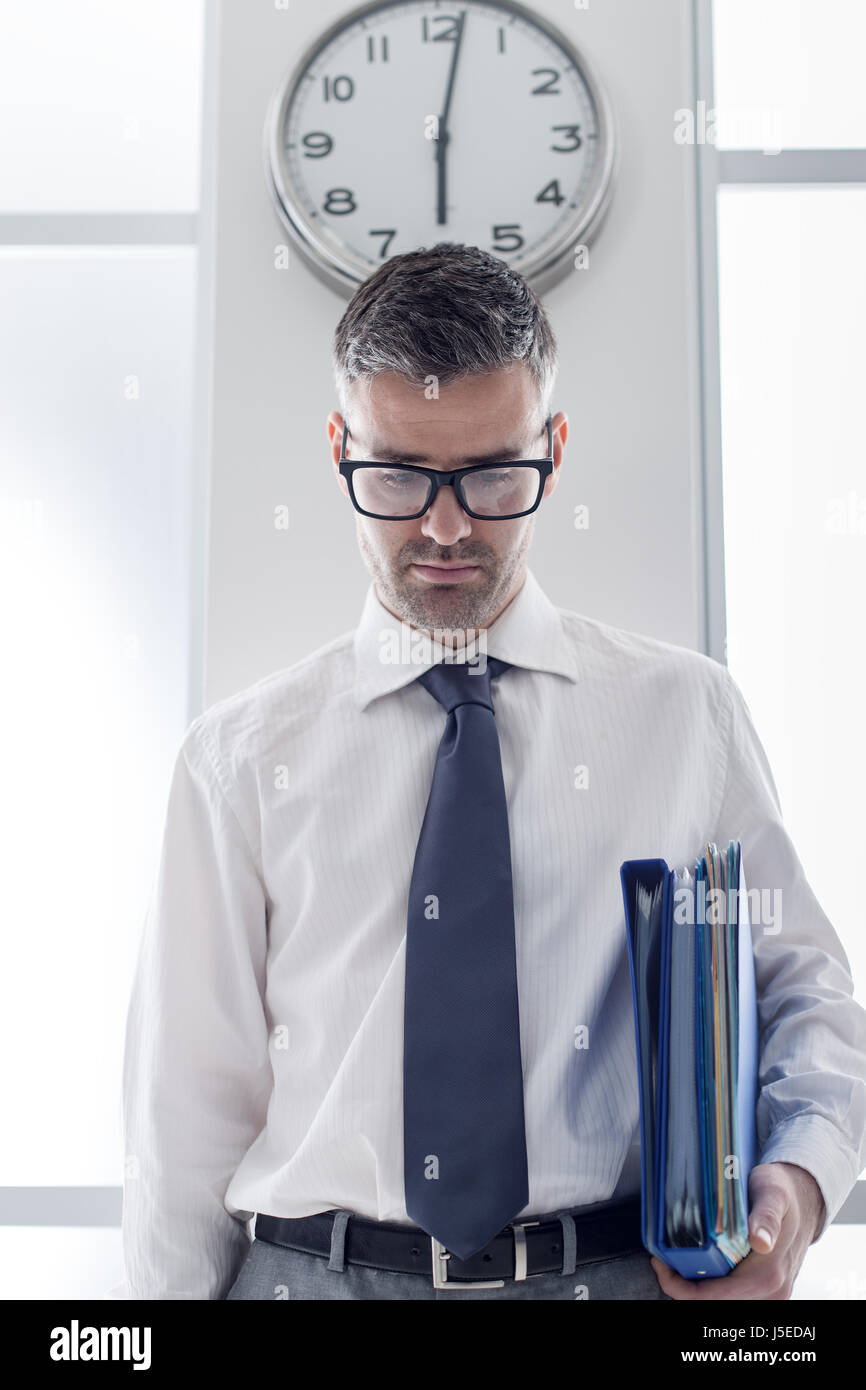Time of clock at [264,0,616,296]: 6:01
